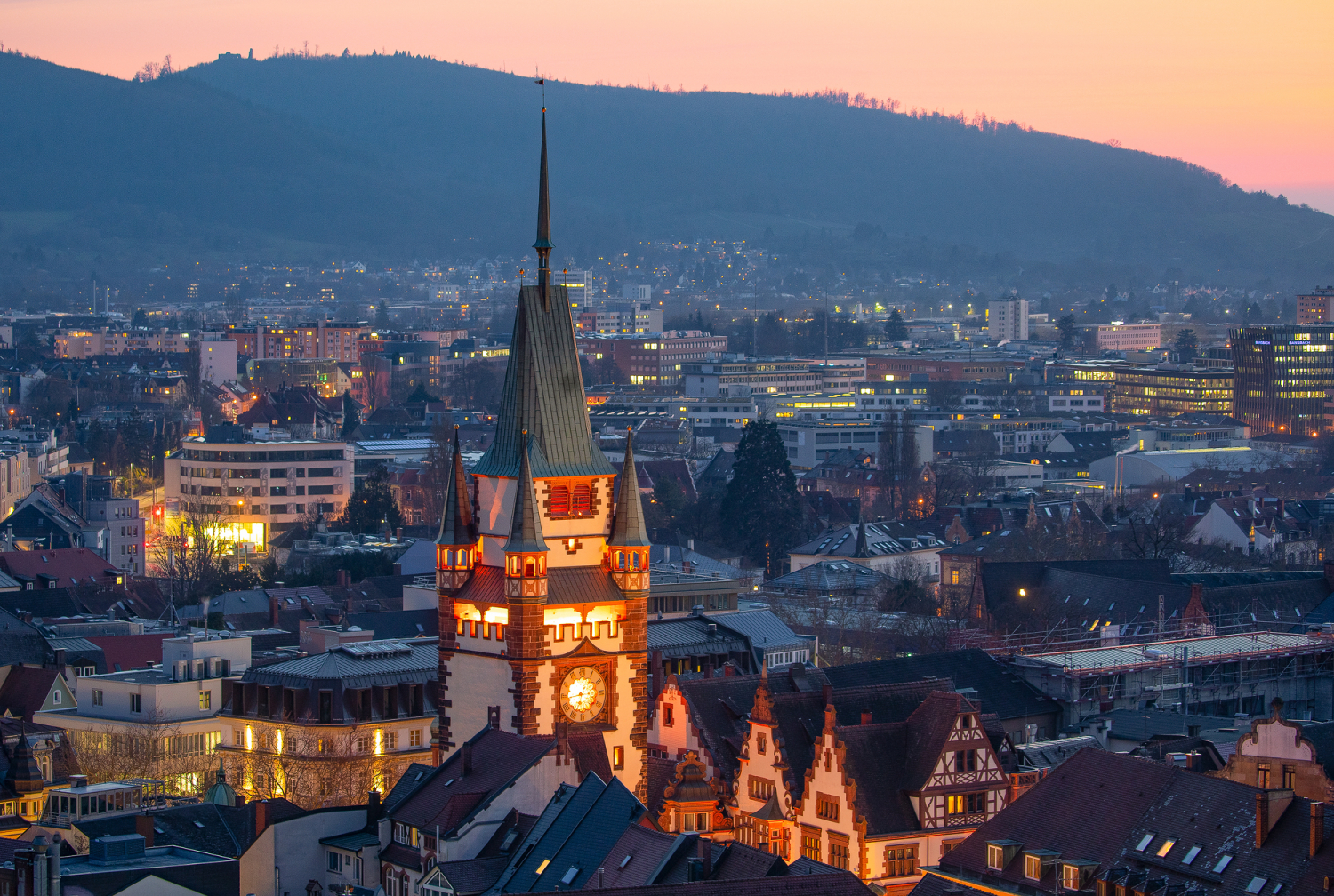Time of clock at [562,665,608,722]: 6:43
